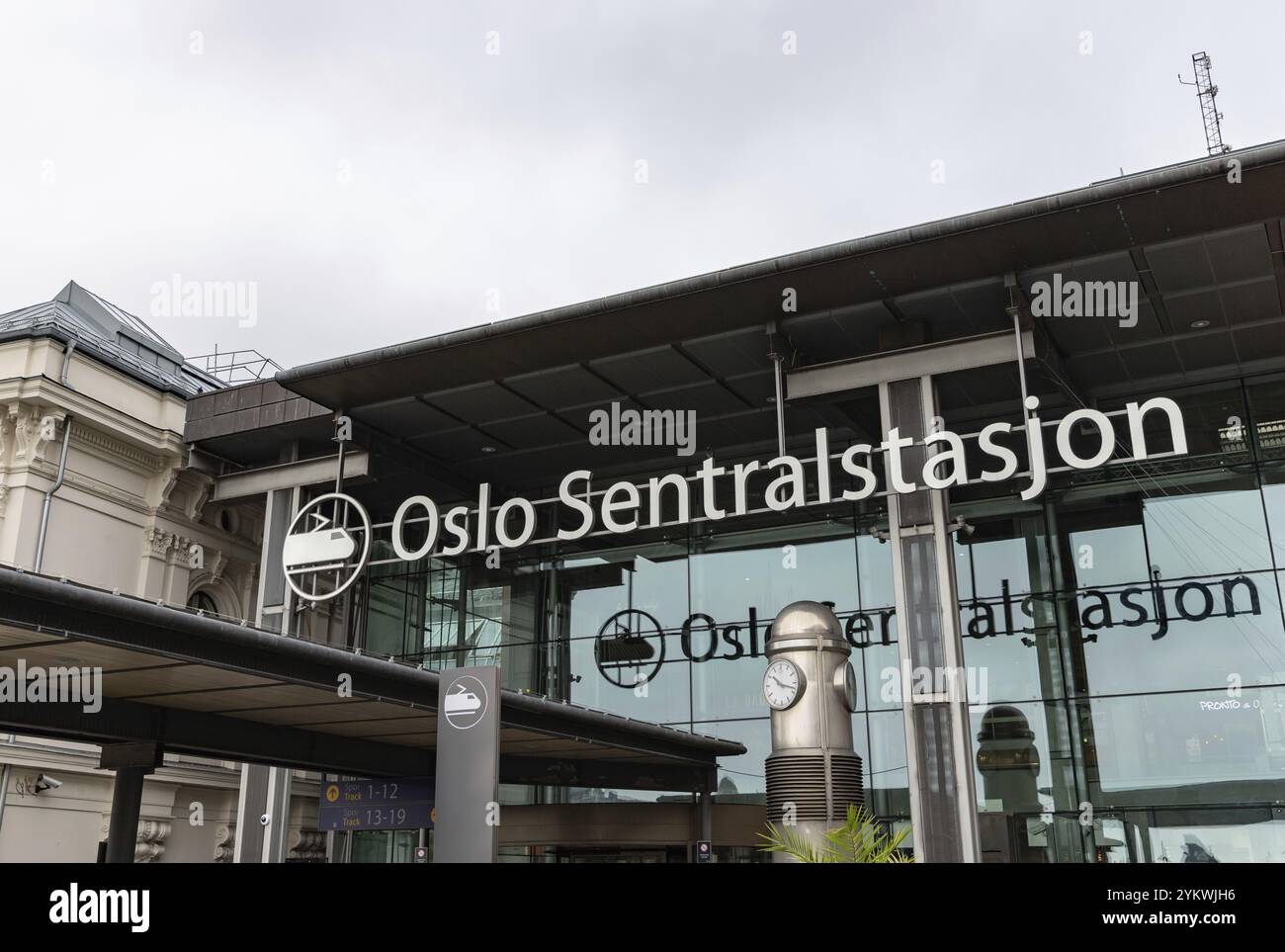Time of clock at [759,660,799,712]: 10:17
